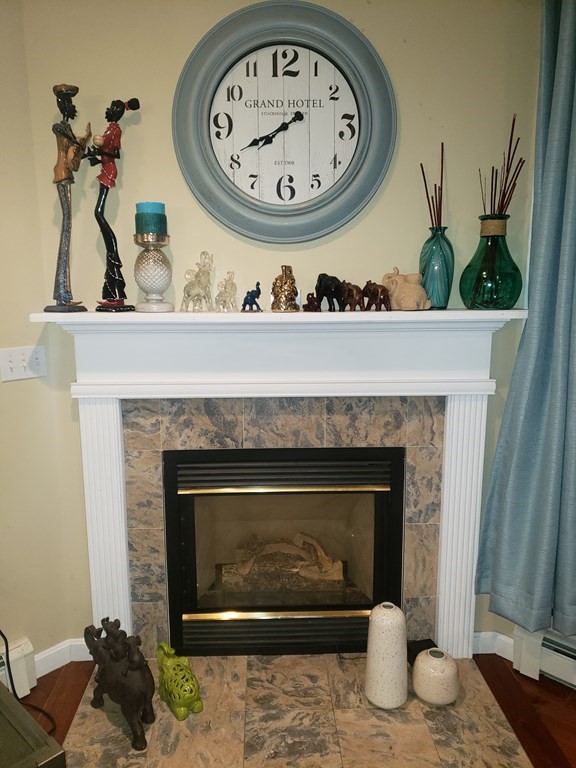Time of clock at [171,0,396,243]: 7:40
